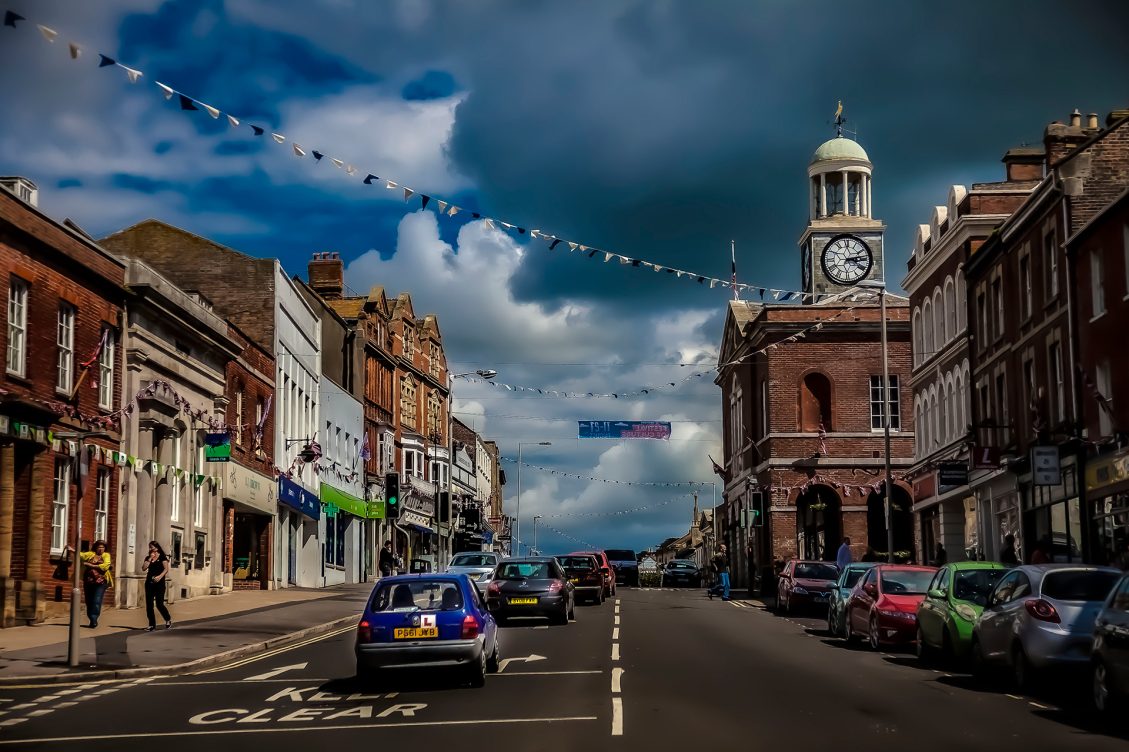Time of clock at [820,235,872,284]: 3:12
